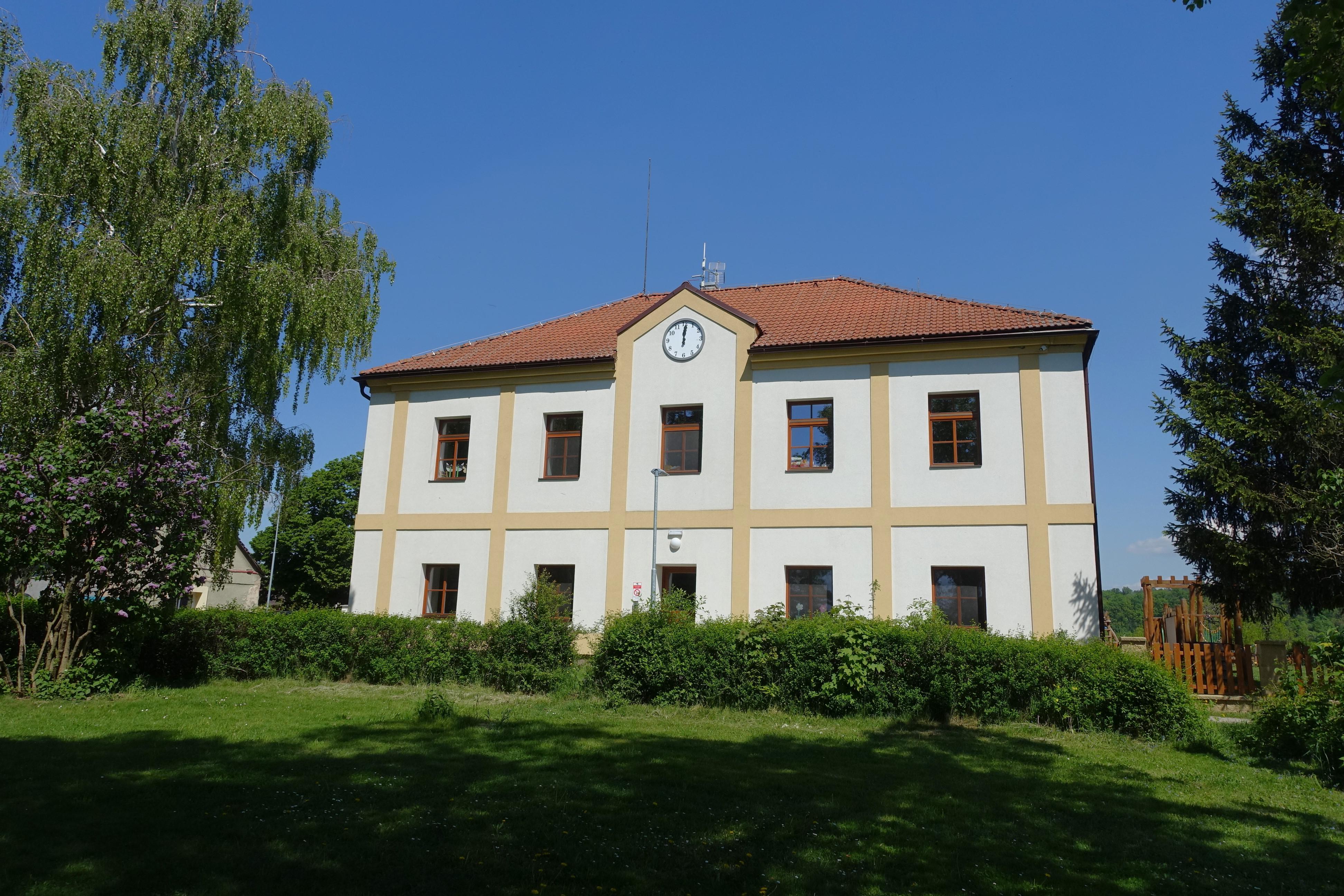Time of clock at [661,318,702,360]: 12:00
